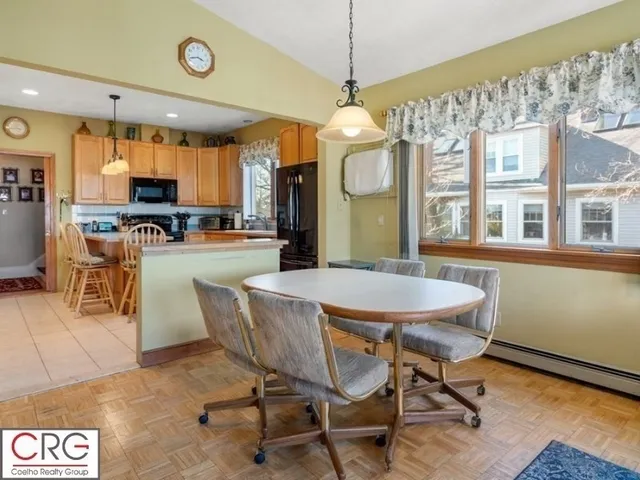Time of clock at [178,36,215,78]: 3:42
